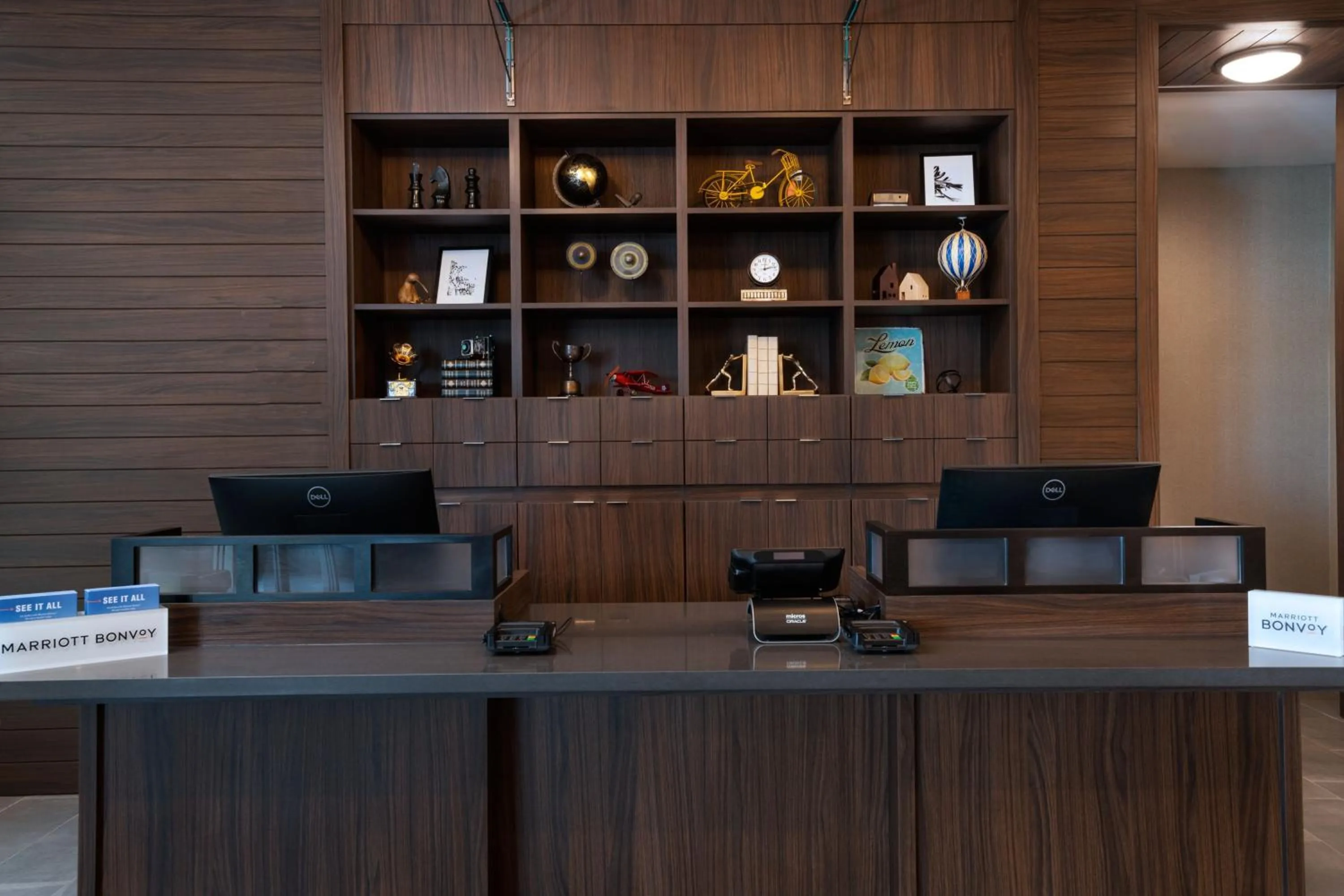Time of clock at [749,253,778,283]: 12:12
